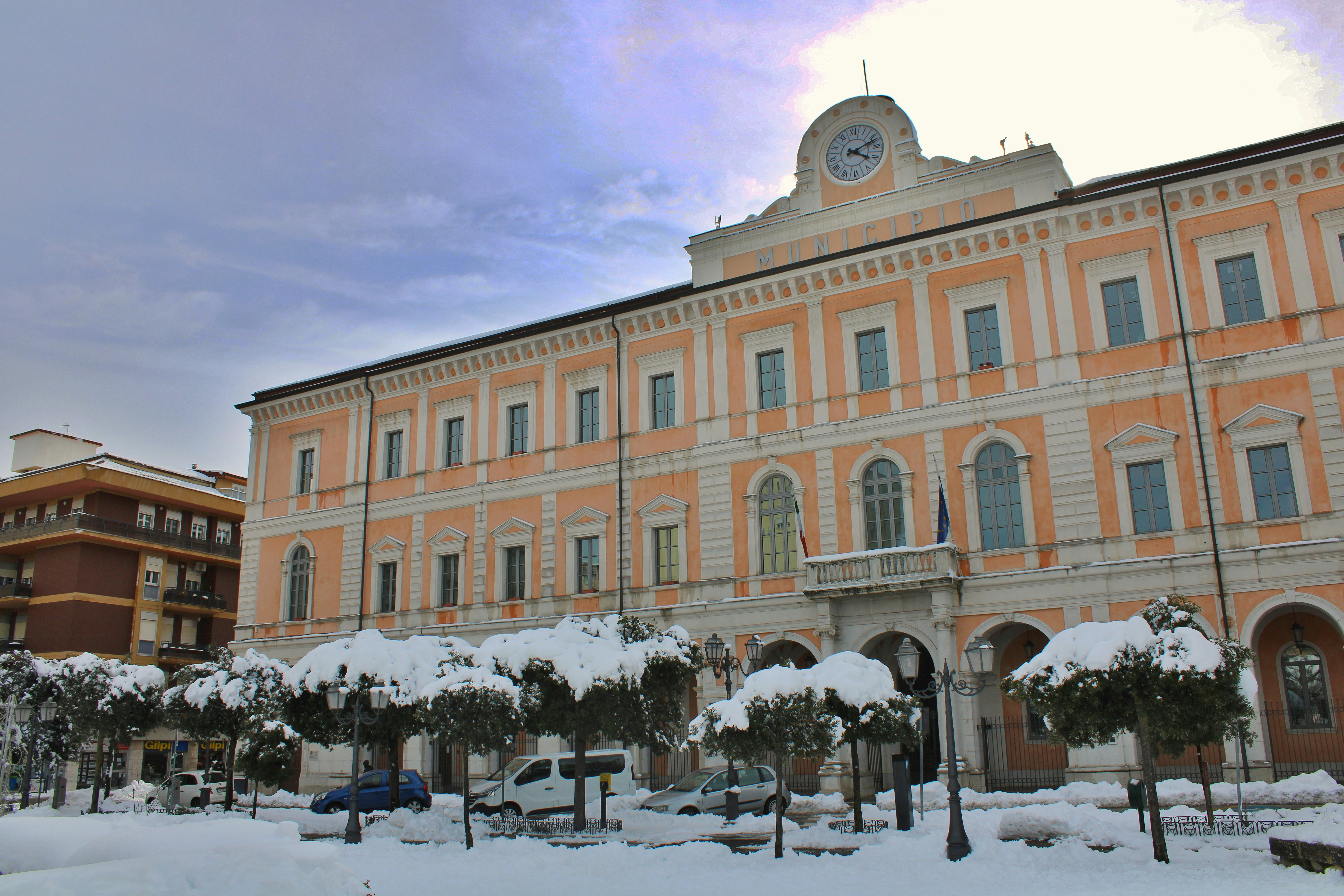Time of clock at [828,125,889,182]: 4:11
